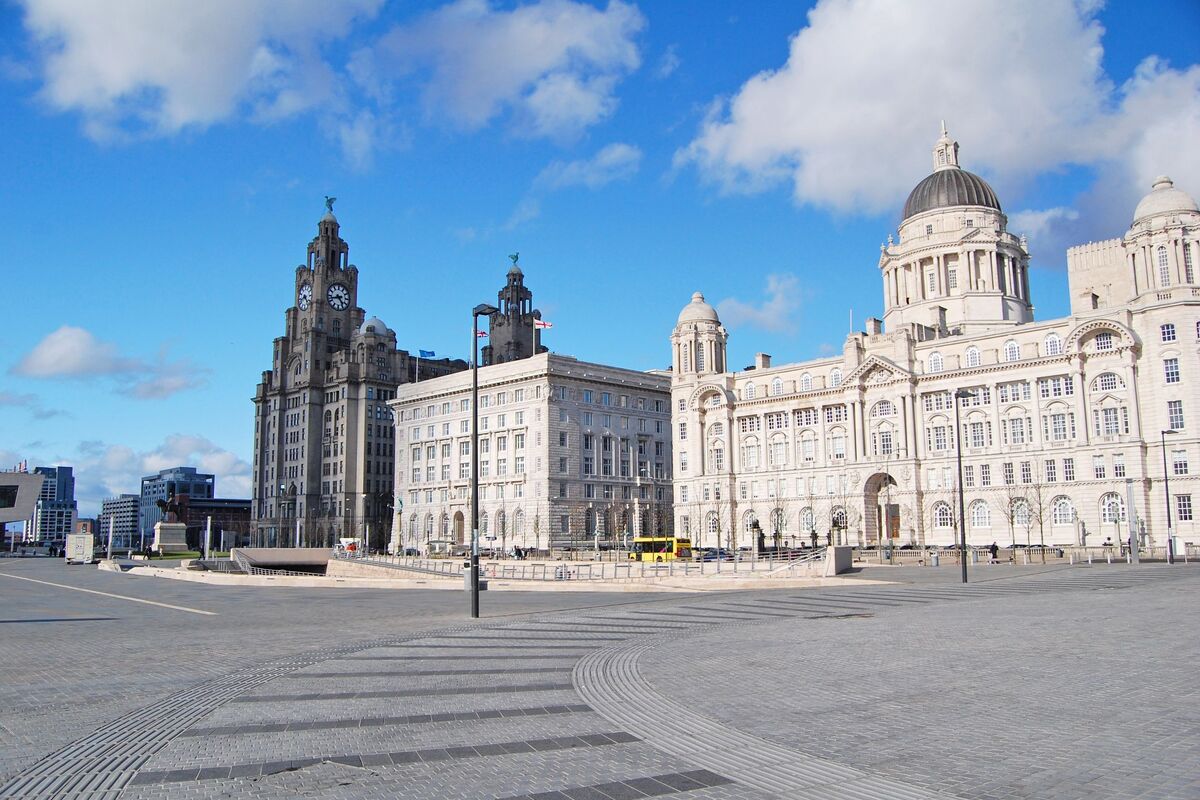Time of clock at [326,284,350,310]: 4:42
